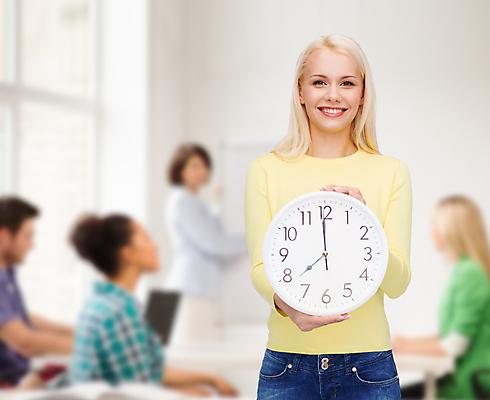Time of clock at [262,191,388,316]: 7:59
